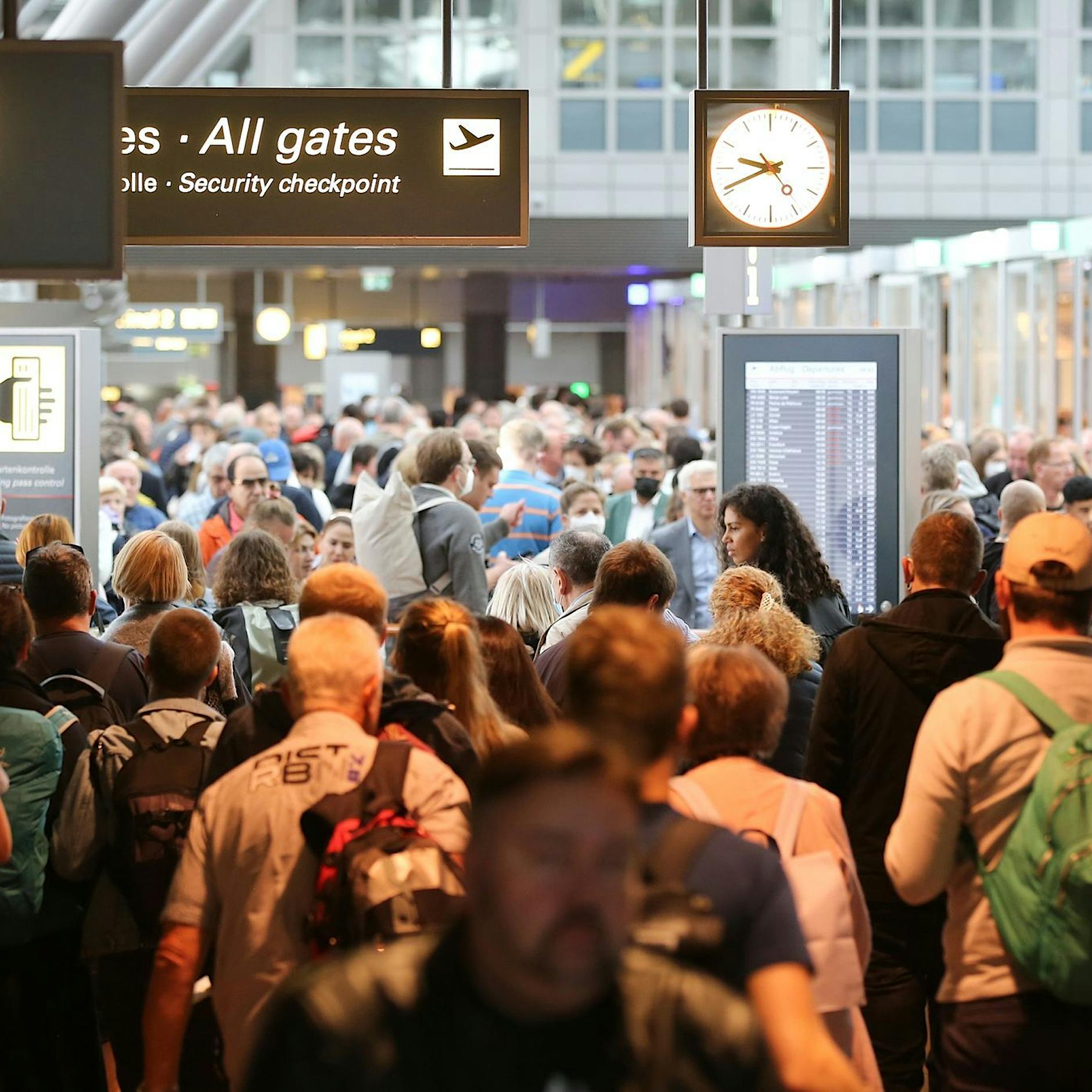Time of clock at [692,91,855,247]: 9:41
